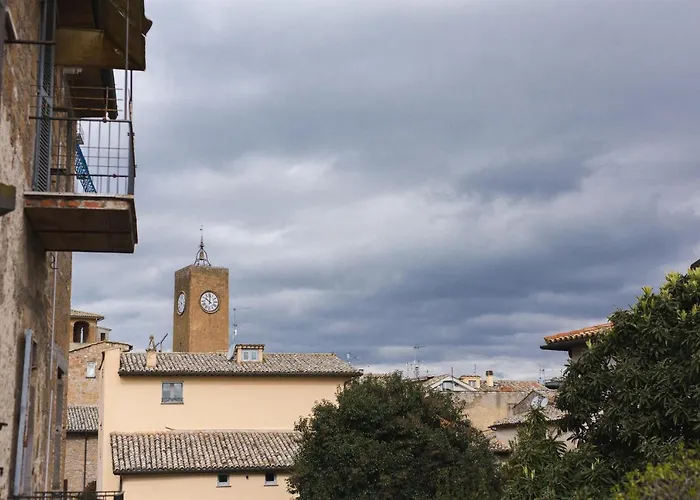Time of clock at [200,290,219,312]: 10:00
